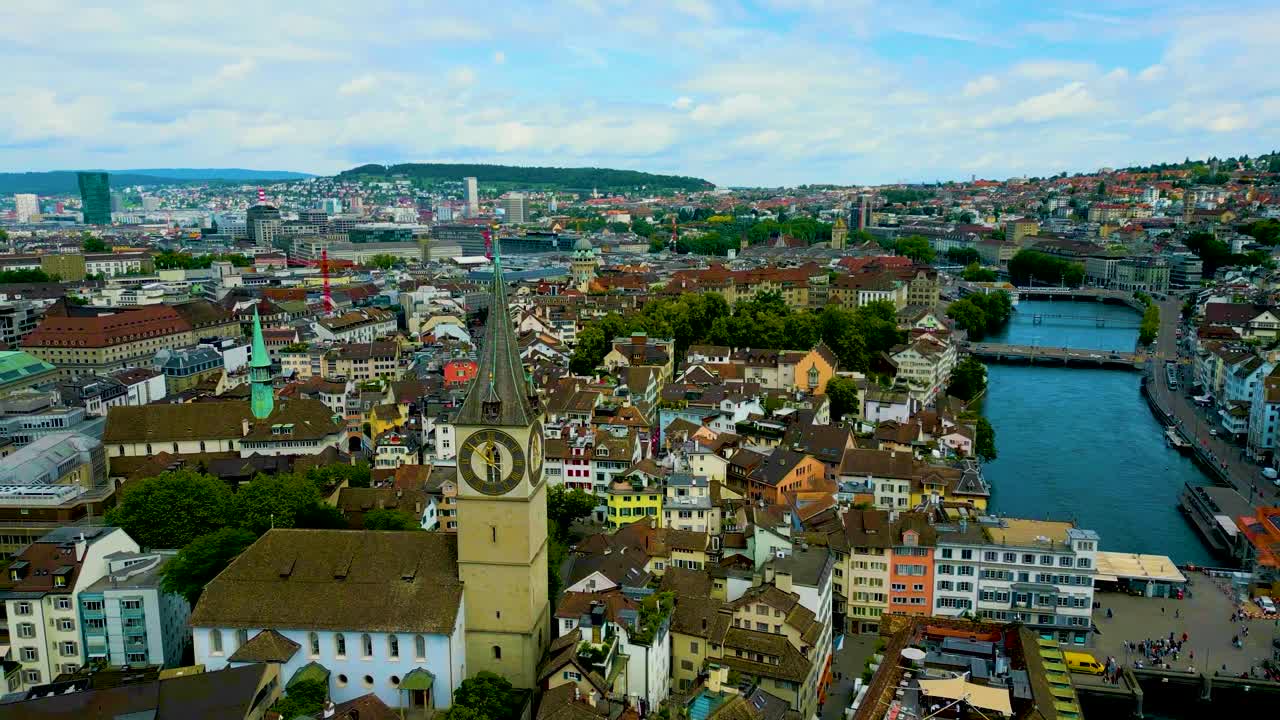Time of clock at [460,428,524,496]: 5:51
